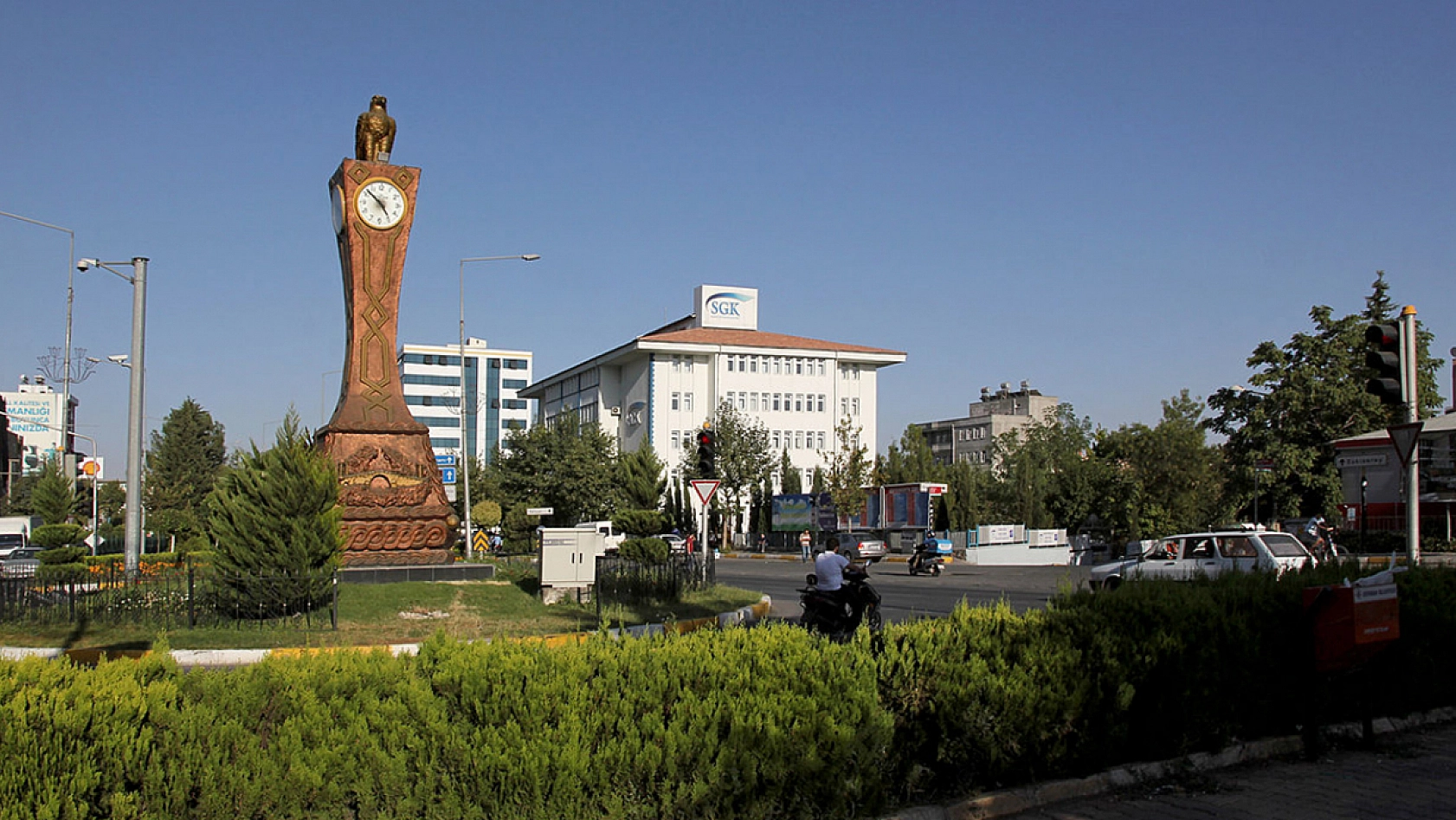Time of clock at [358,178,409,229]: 4:51
